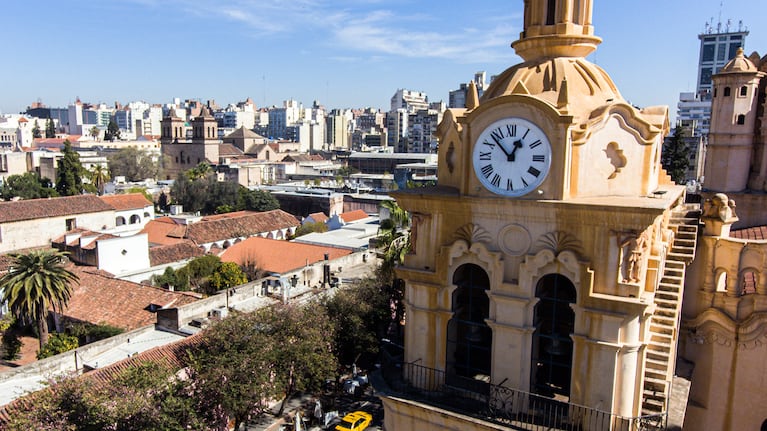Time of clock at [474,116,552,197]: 12:52
